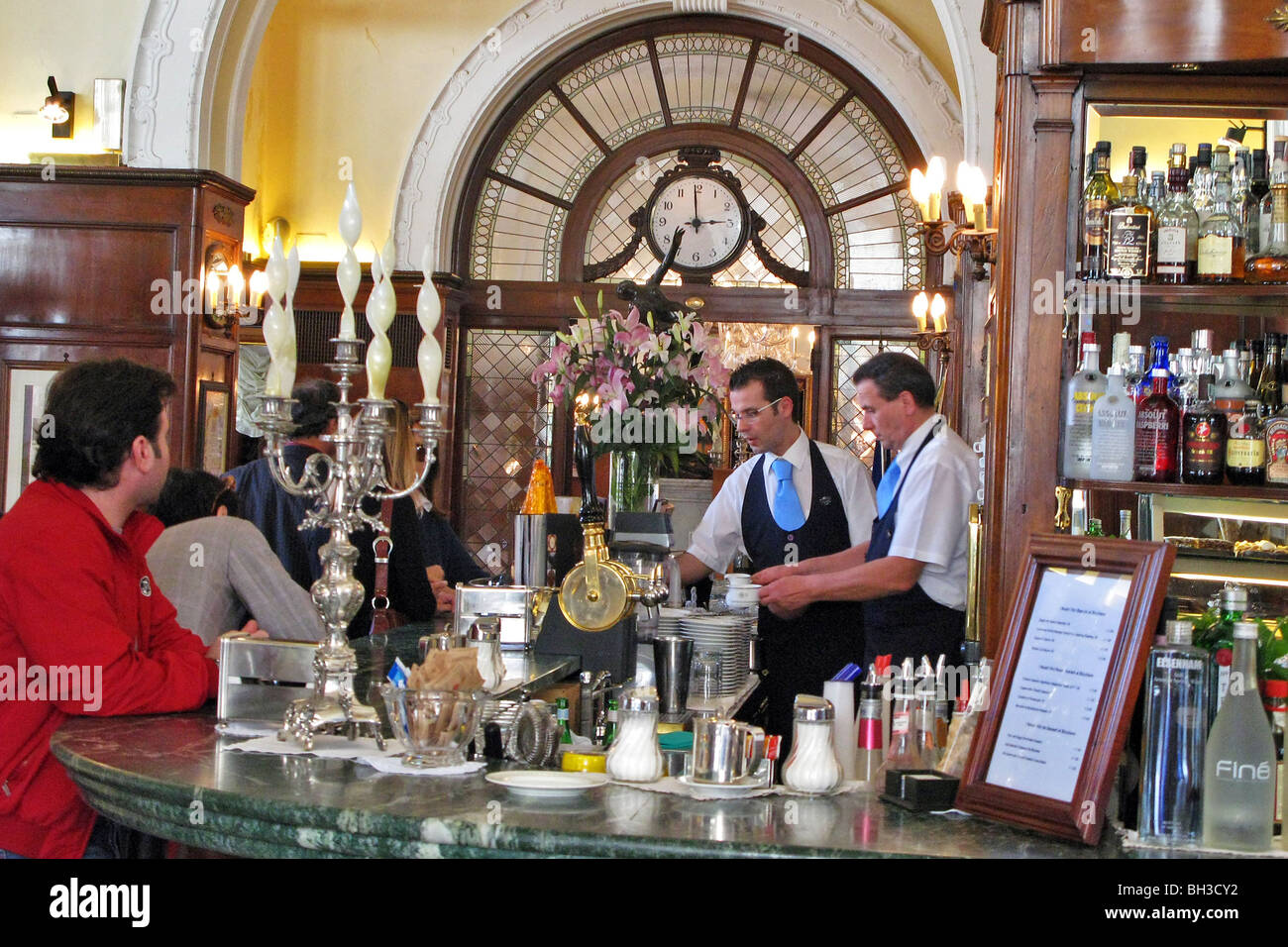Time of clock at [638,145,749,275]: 2:59
